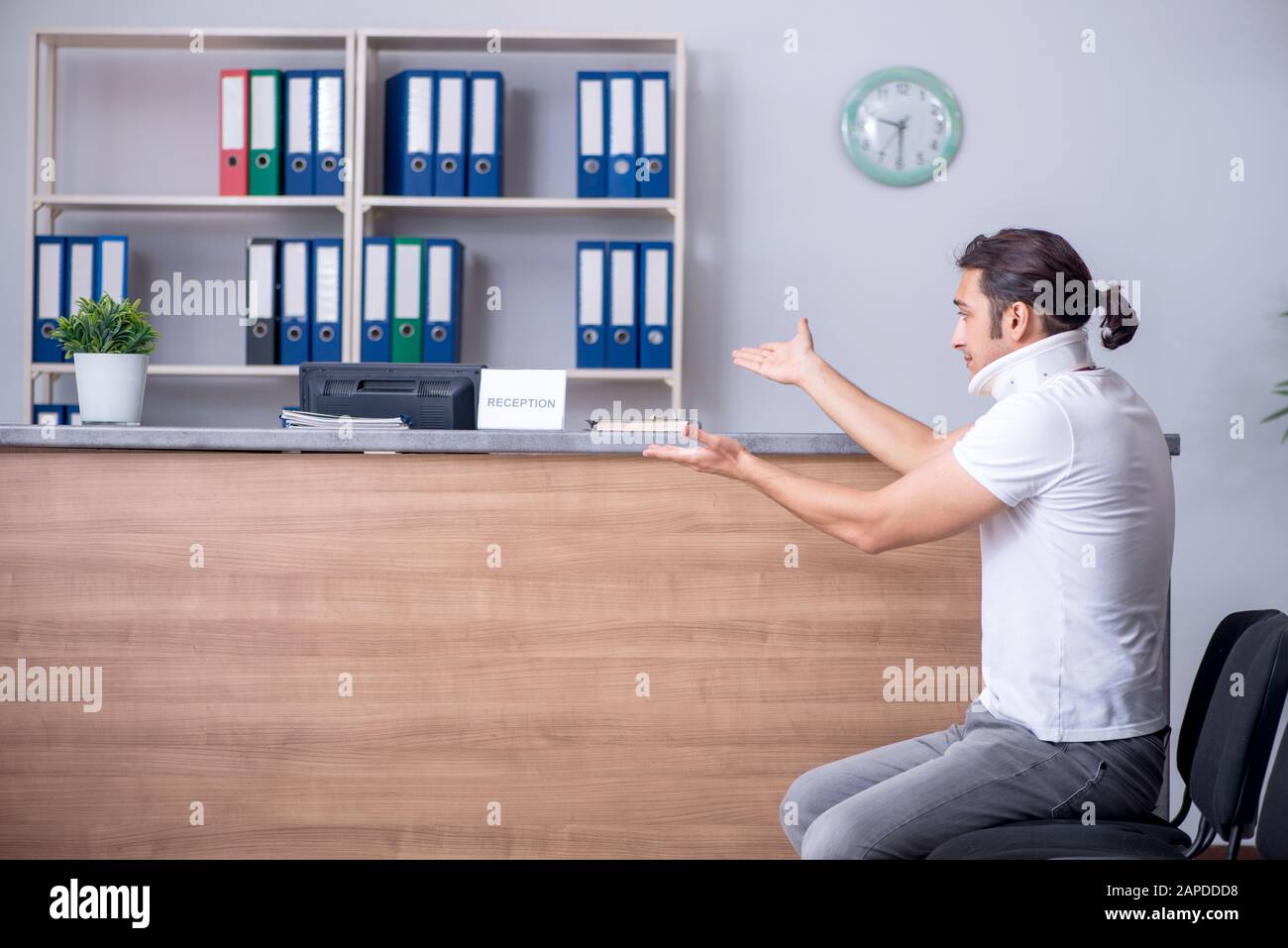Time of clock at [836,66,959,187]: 9:30
